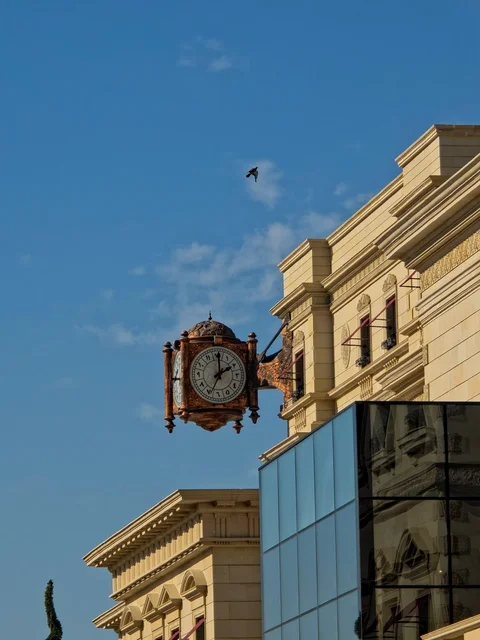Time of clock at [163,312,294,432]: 2:01
